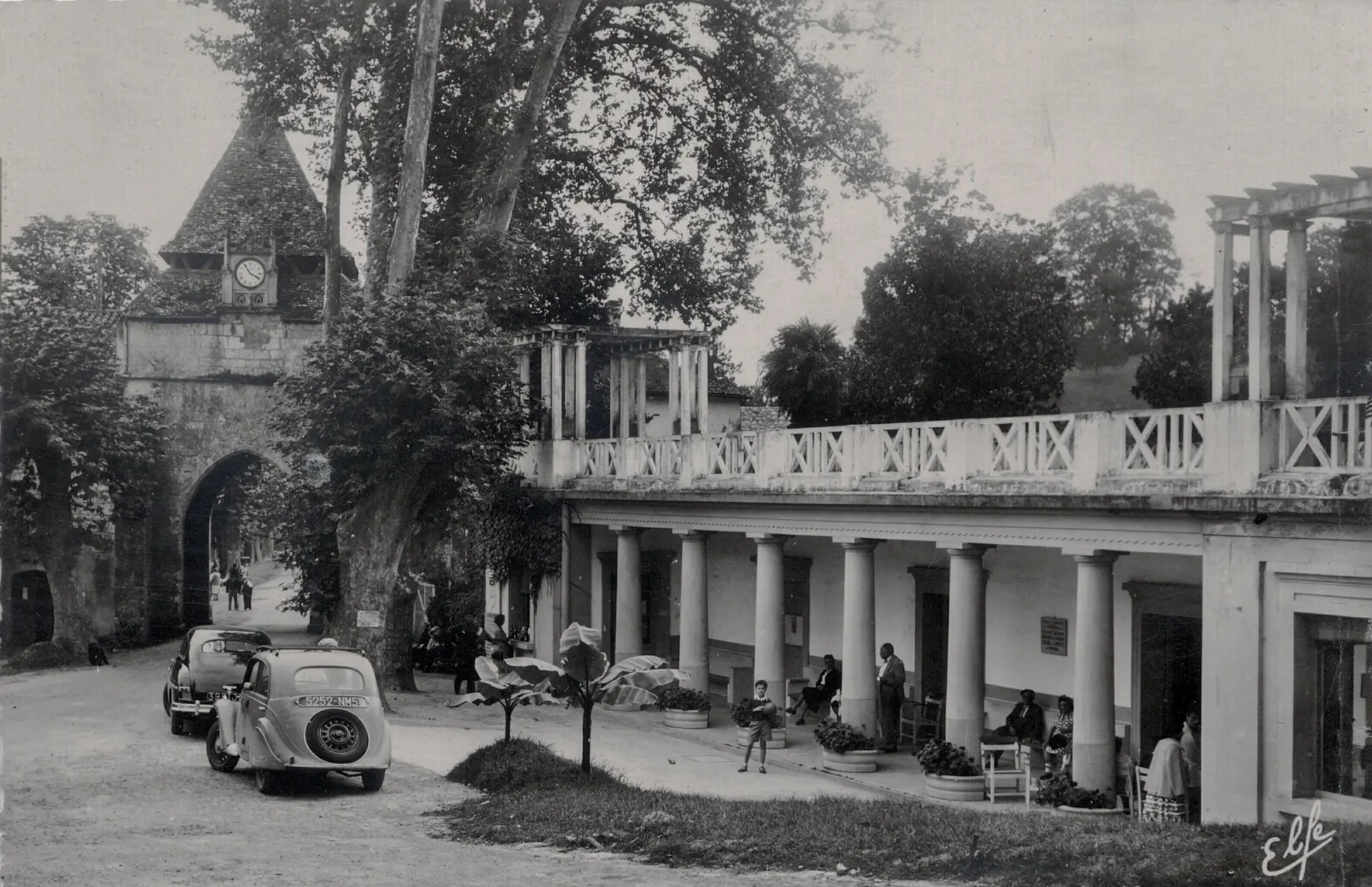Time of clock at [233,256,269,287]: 3:54
